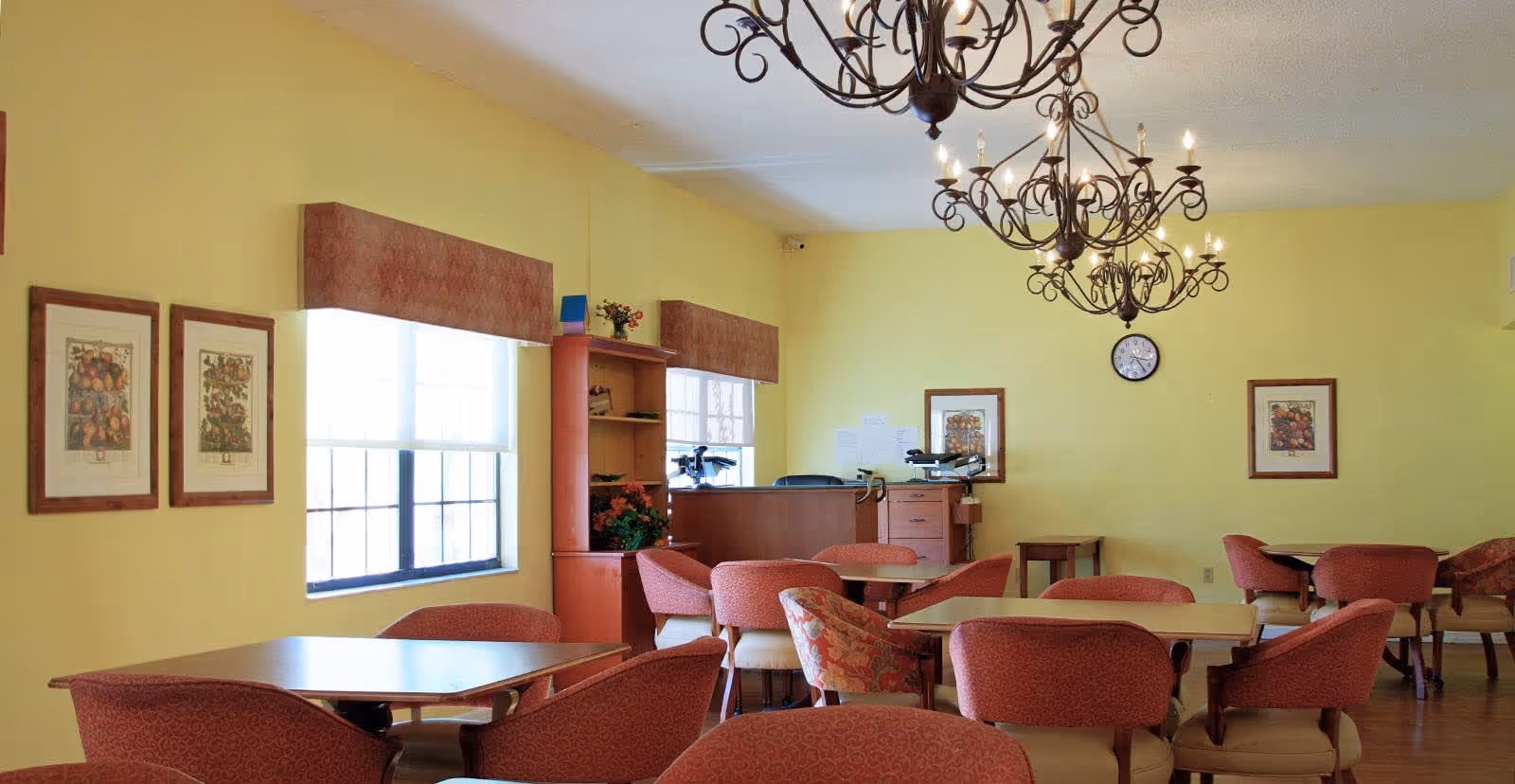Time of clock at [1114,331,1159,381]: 3:24
